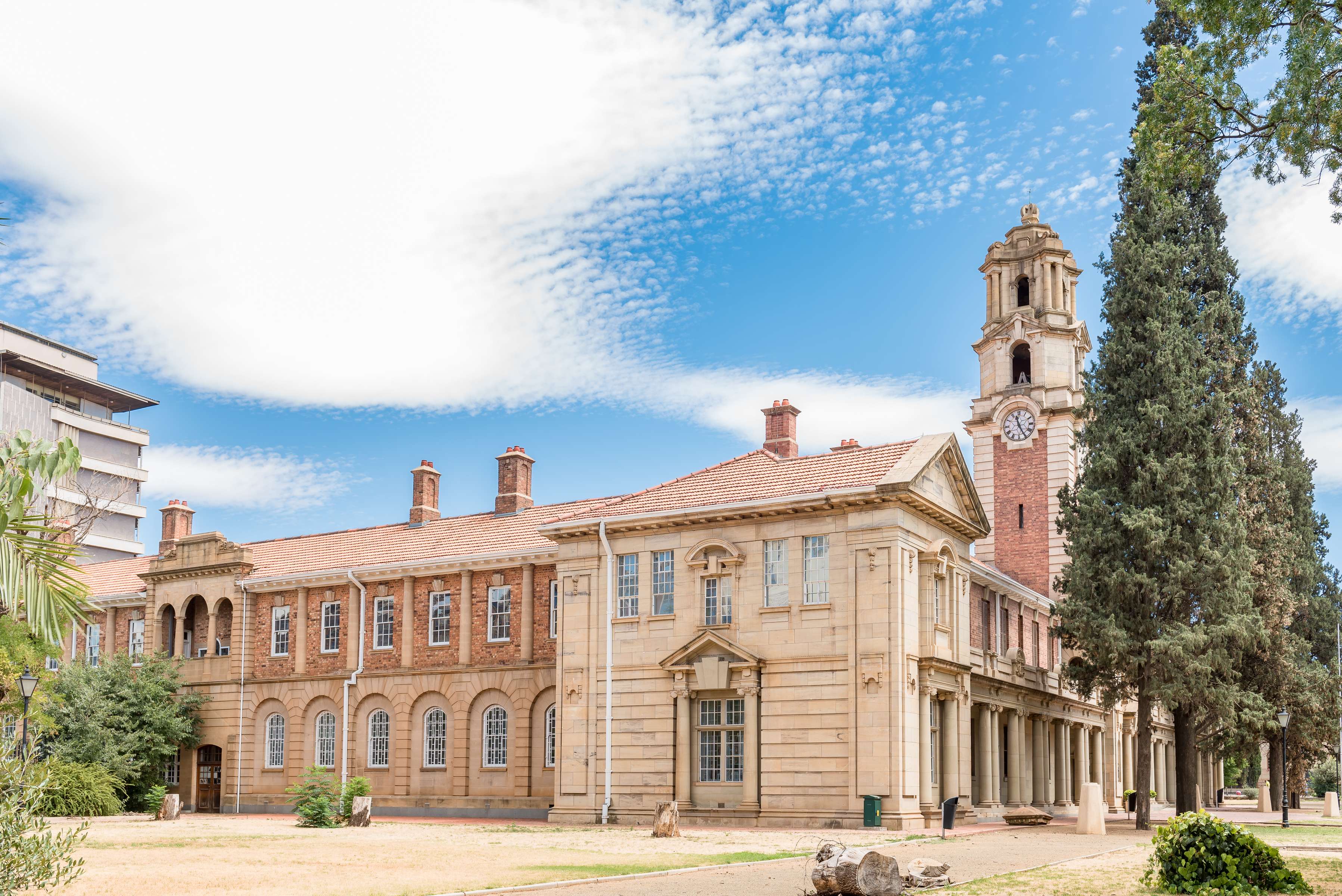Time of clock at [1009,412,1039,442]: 11:25
